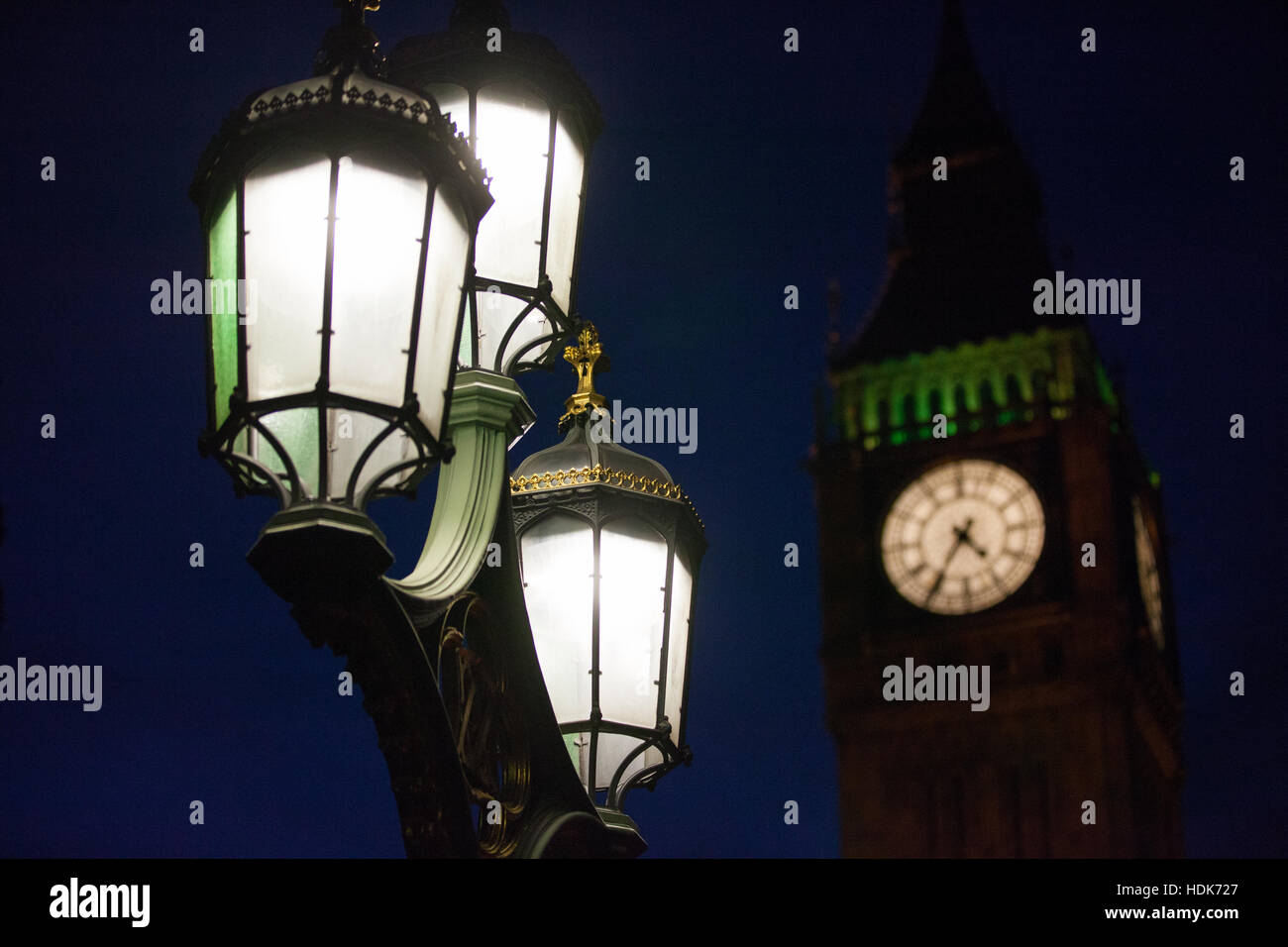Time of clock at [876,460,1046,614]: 4:35
